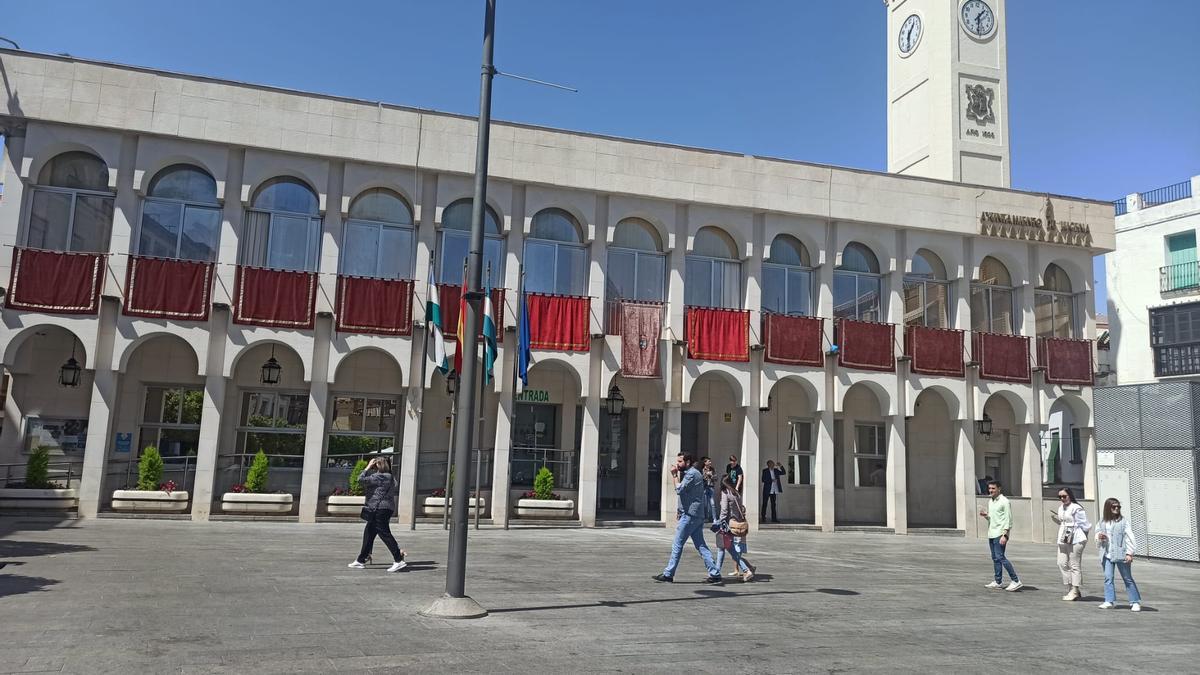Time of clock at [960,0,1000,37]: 1:30
